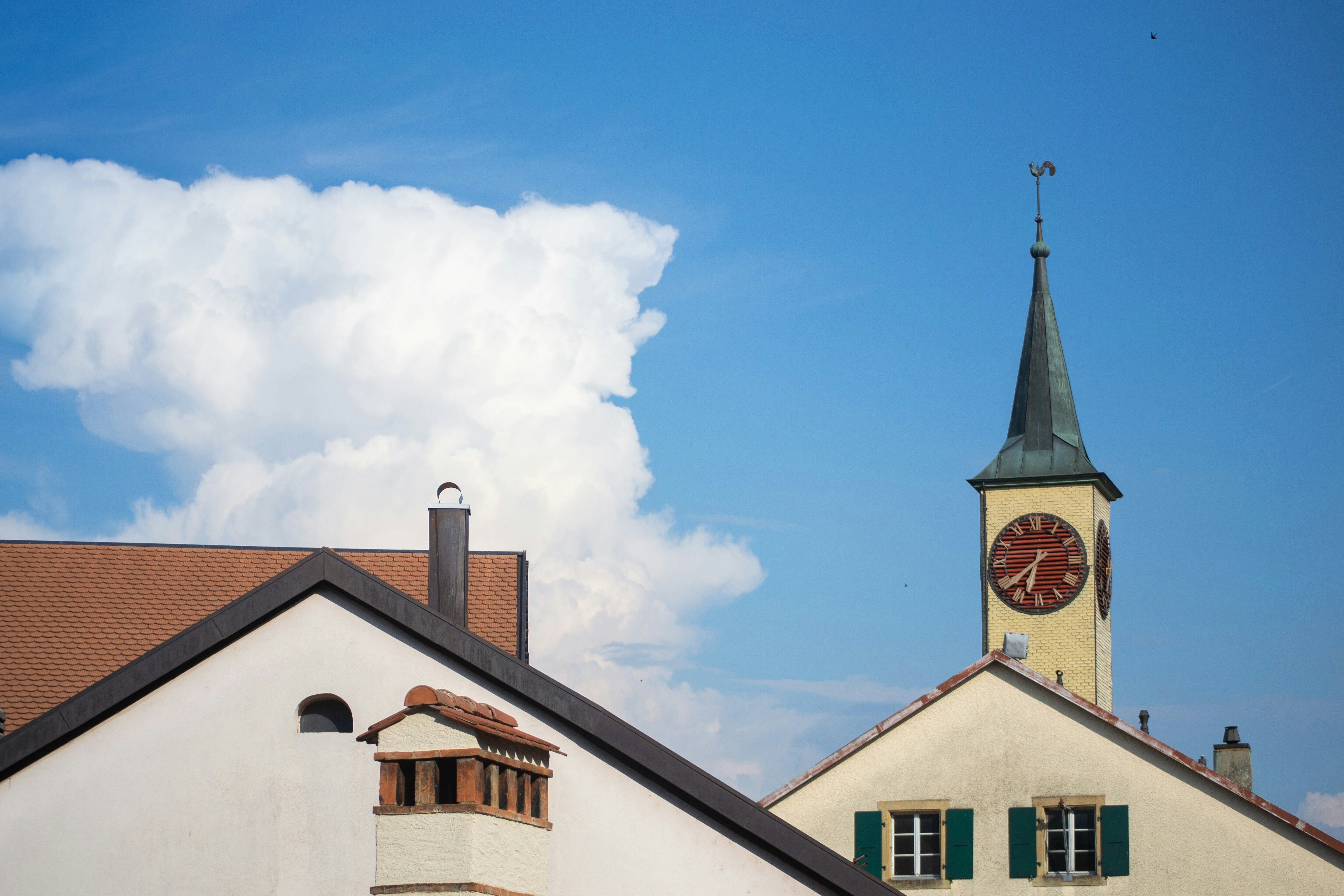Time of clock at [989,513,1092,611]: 6:38
